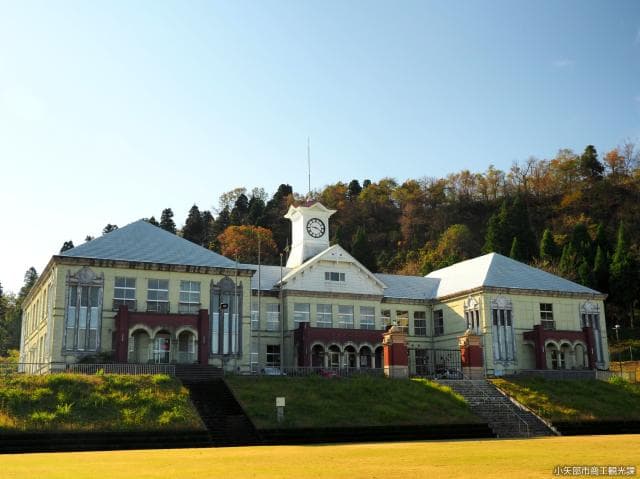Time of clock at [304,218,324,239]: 9:19
